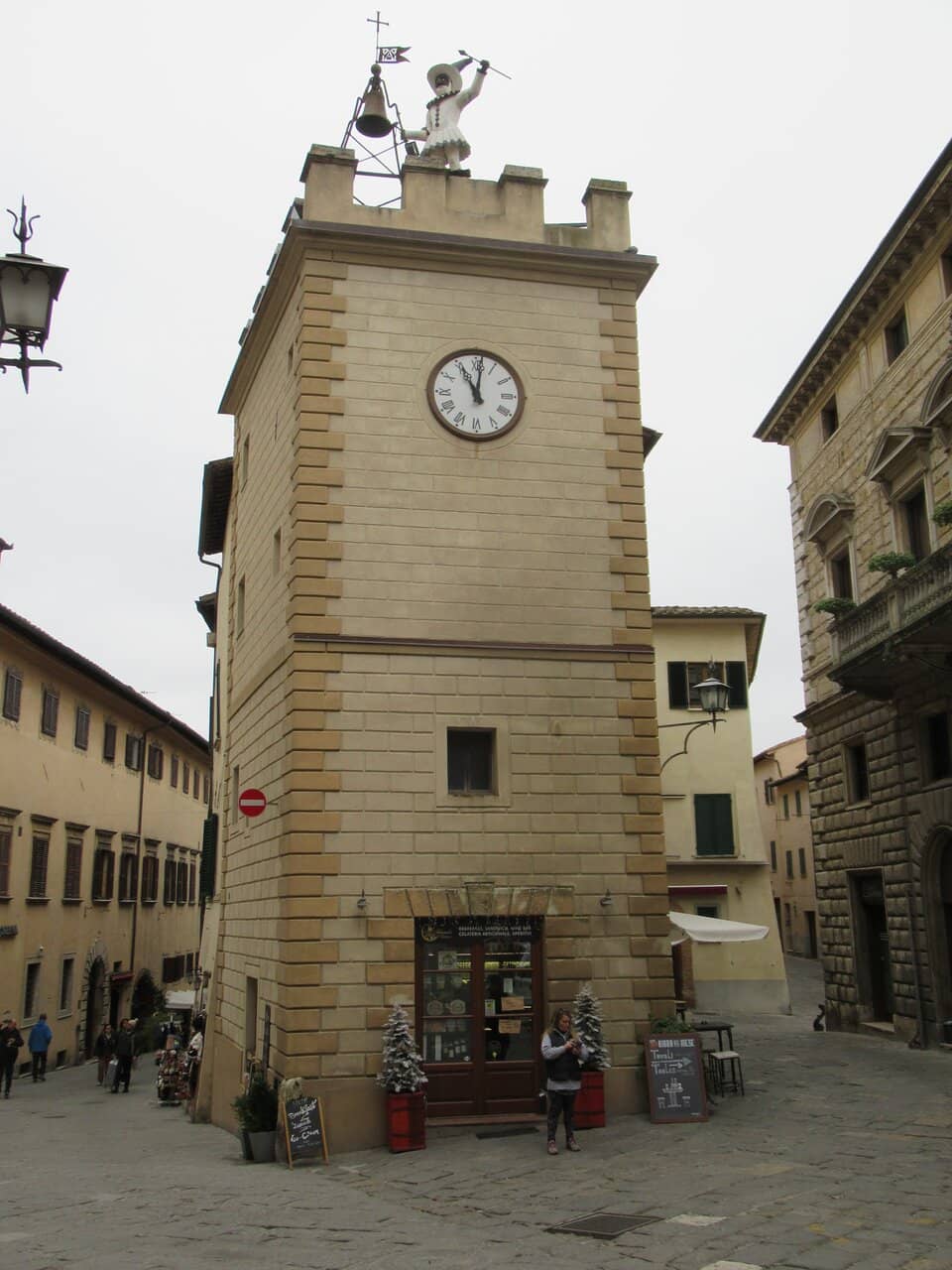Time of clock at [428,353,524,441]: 11:01
